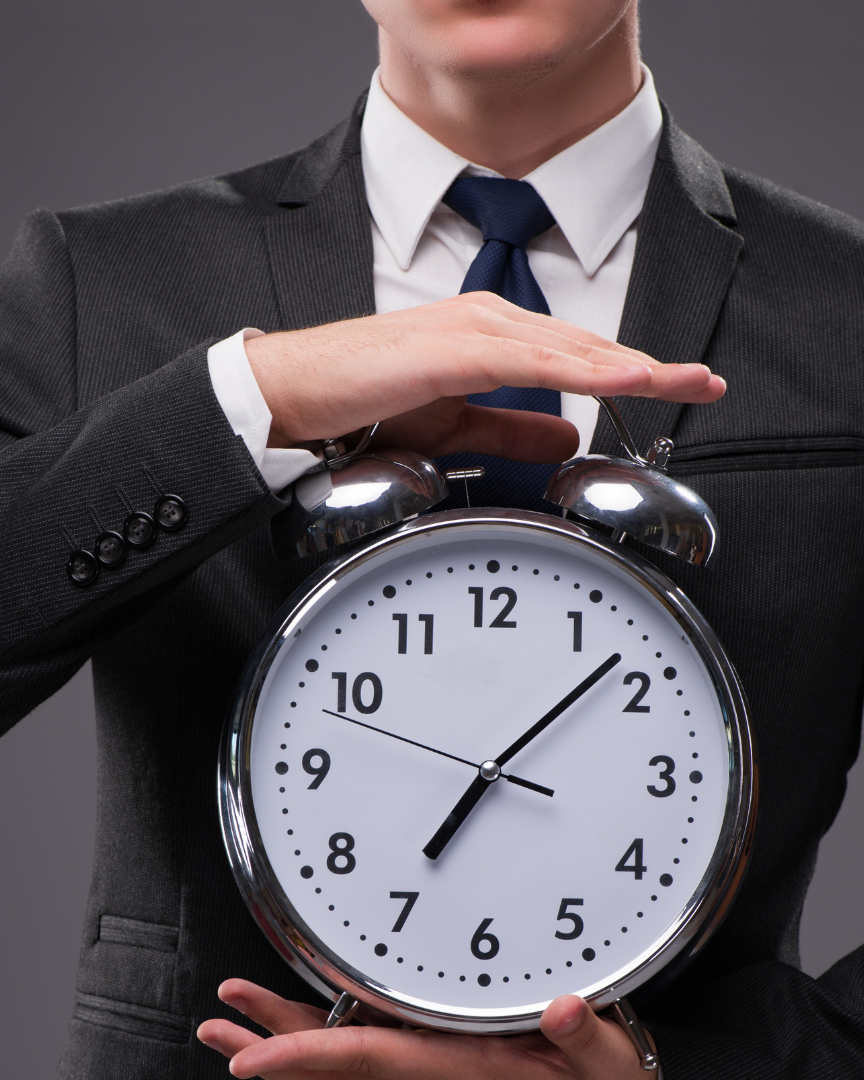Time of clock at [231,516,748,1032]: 7:07
